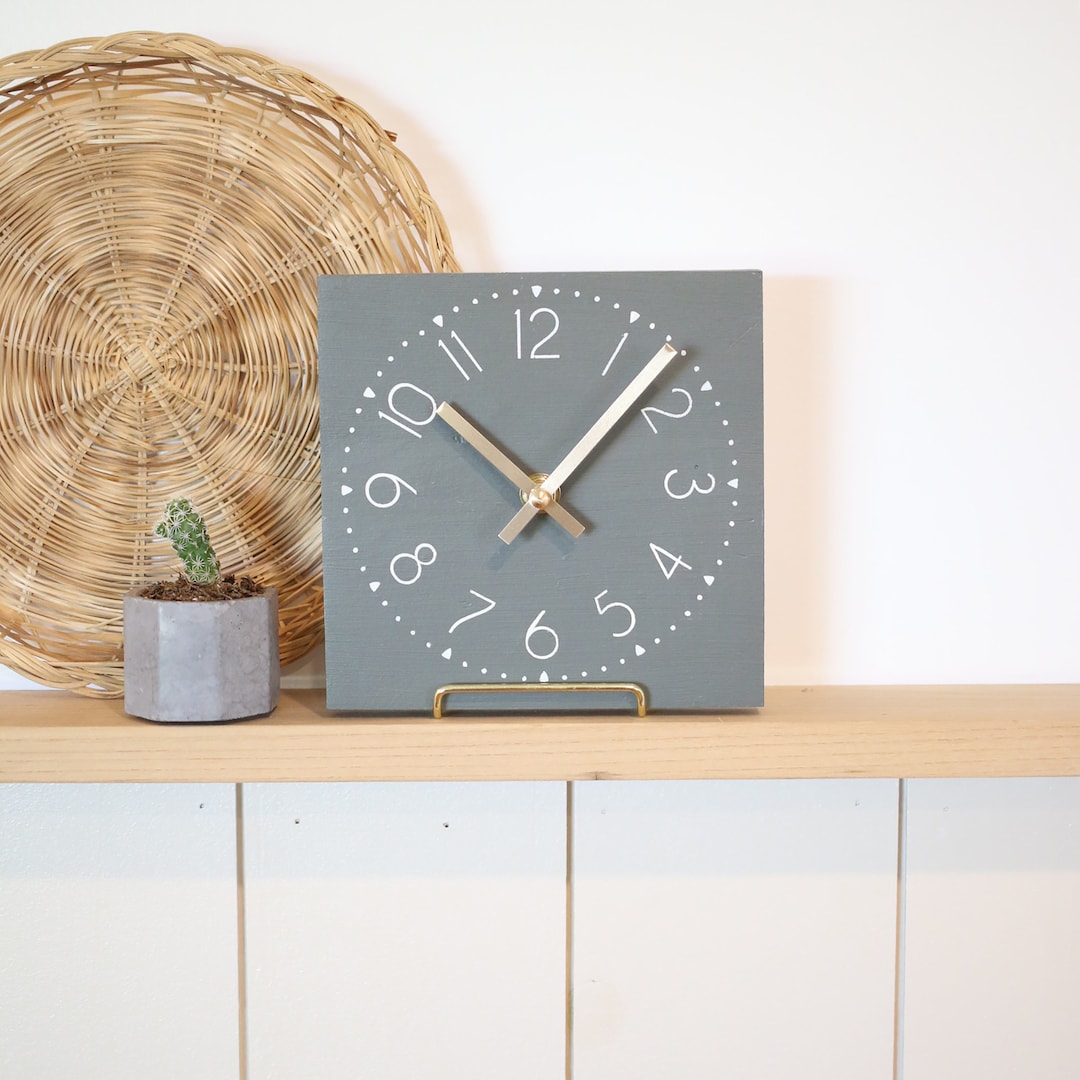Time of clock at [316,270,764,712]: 10:07
